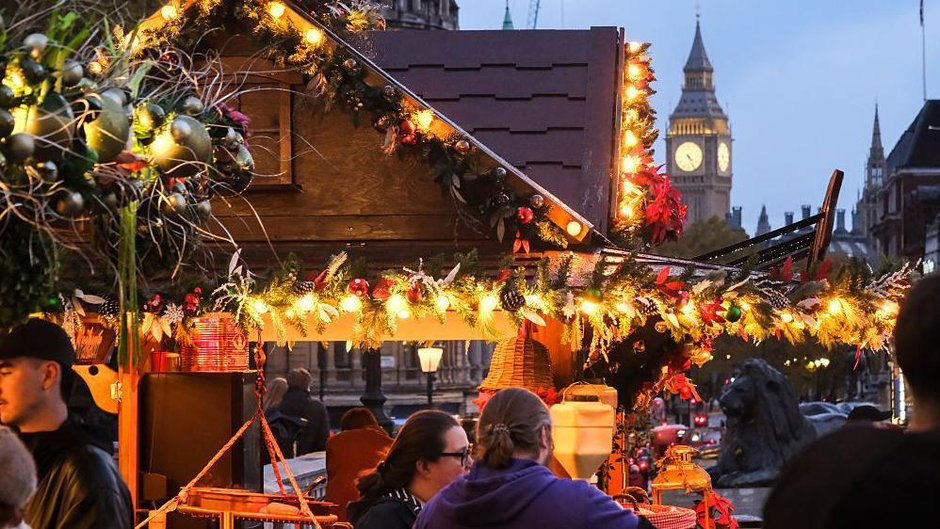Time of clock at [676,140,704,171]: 4:25
